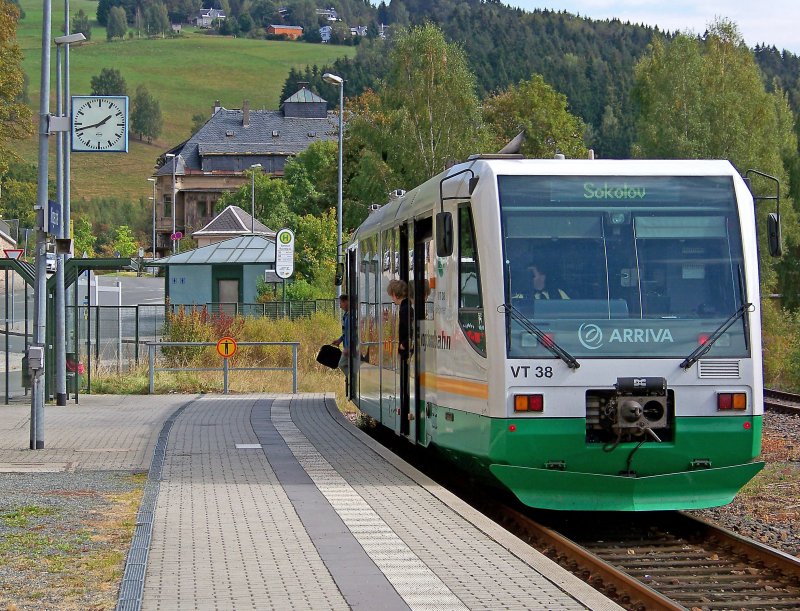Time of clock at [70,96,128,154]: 1:42
